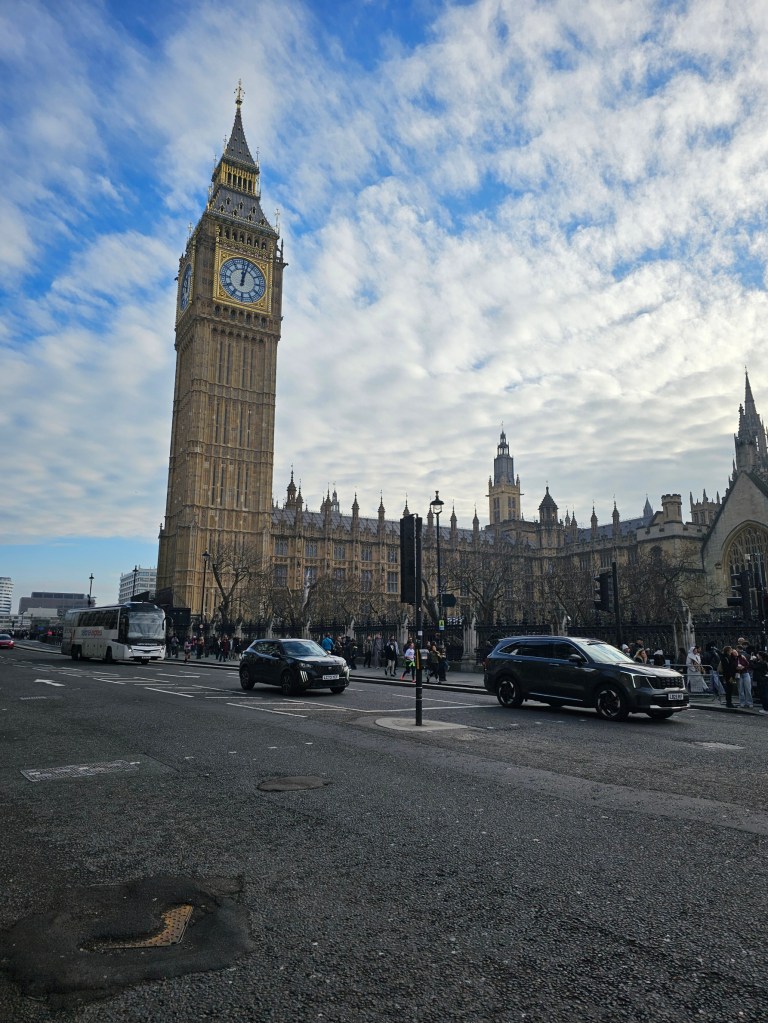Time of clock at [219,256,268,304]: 12:02
